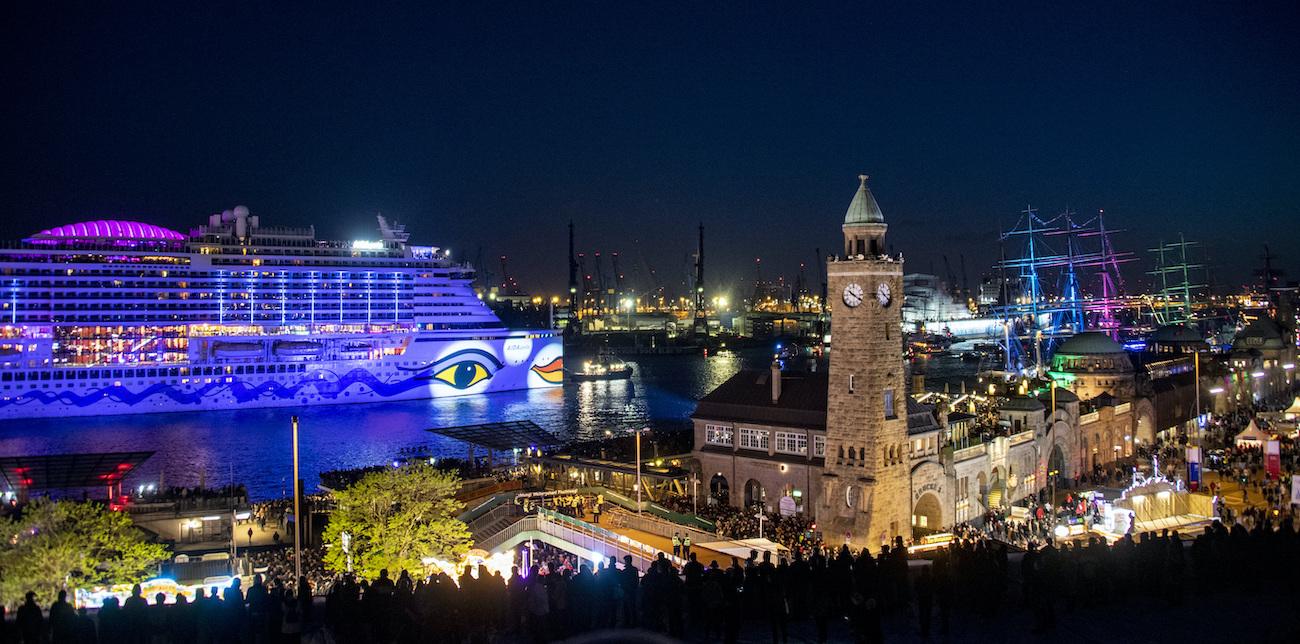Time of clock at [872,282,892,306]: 4:21
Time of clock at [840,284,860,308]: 10:21
